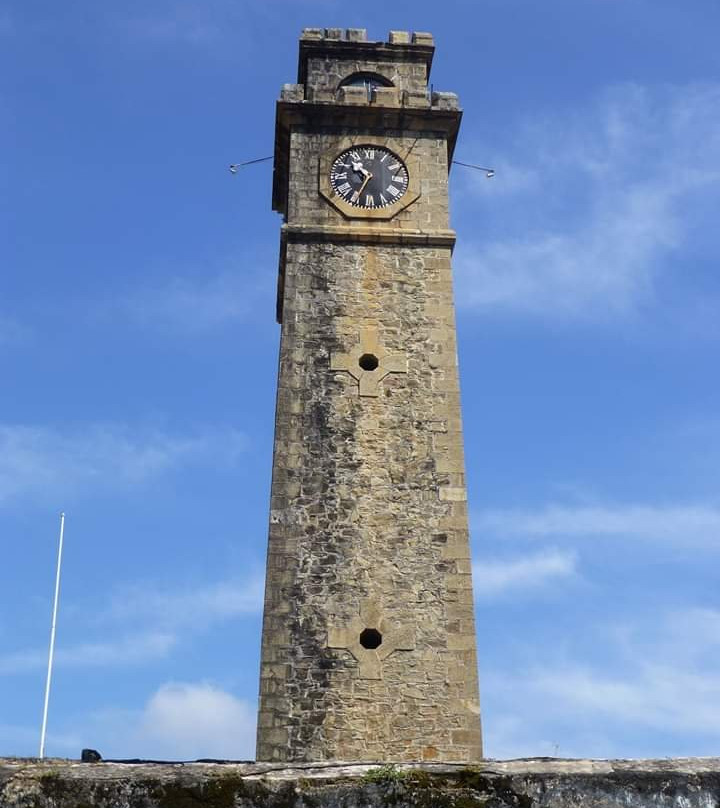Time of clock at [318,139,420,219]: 10:34
